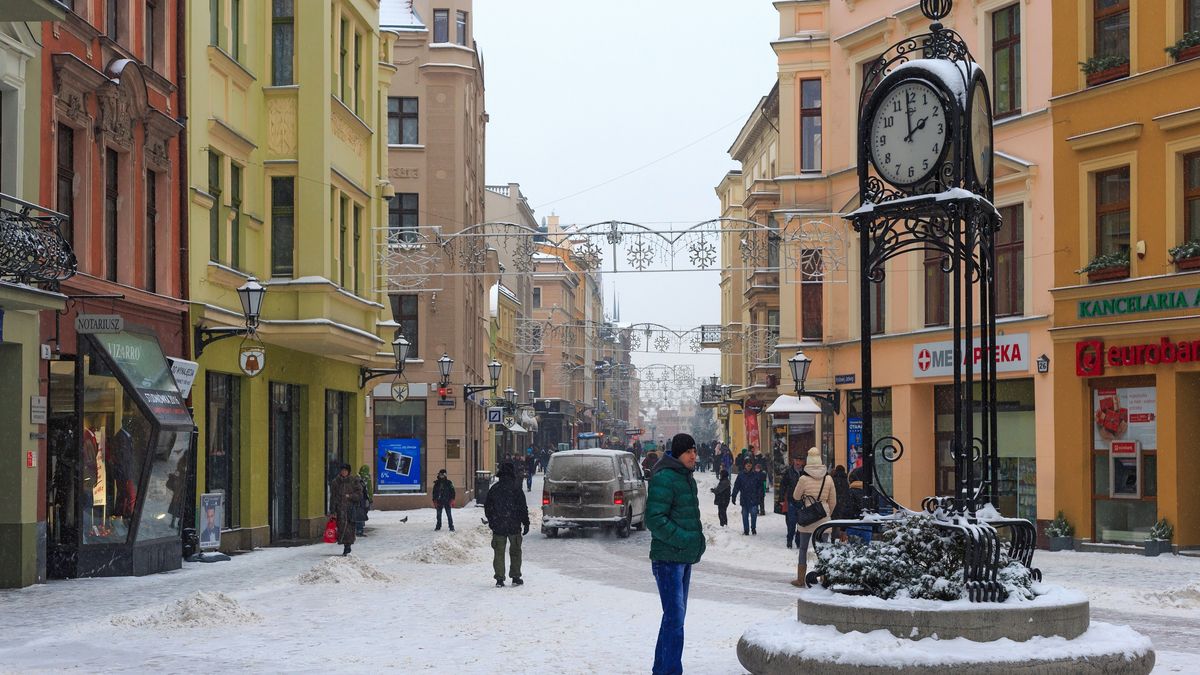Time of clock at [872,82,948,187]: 1:59
